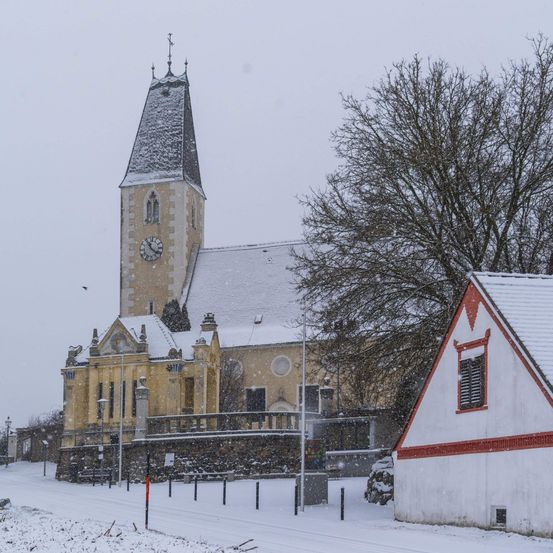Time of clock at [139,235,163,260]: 11:21
